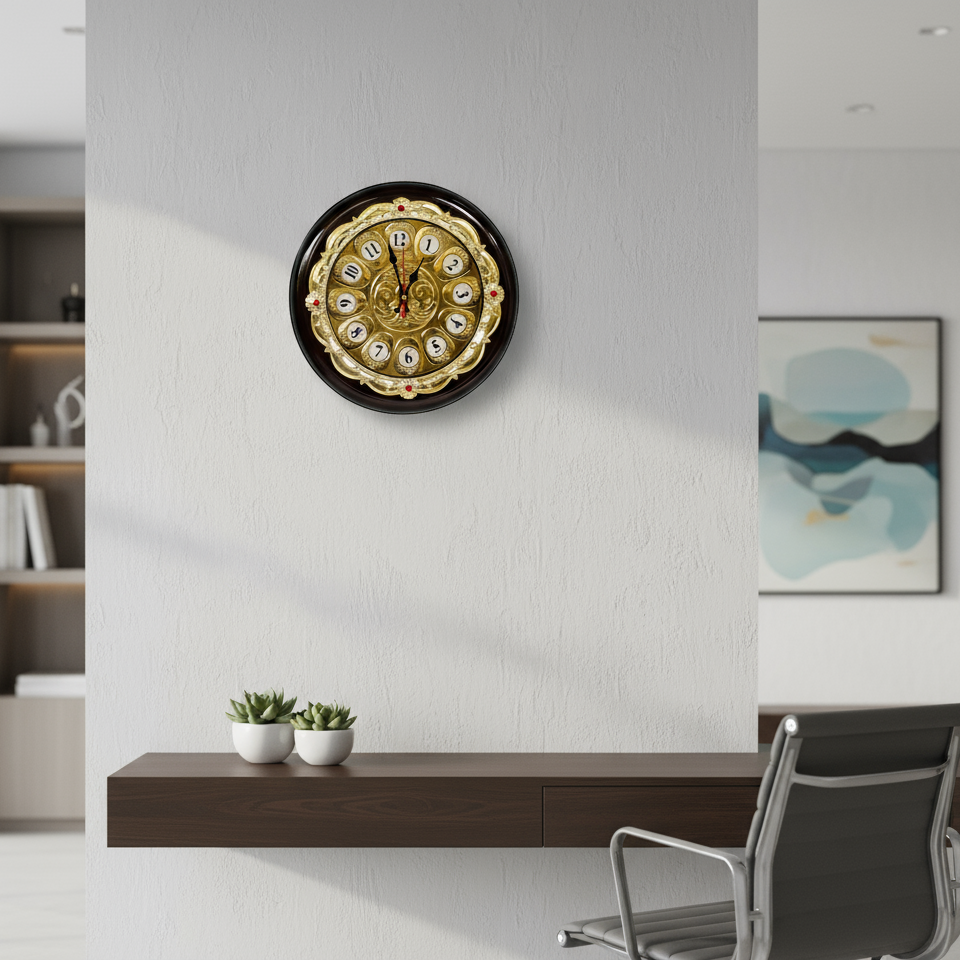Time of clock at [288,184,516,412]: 12:58
